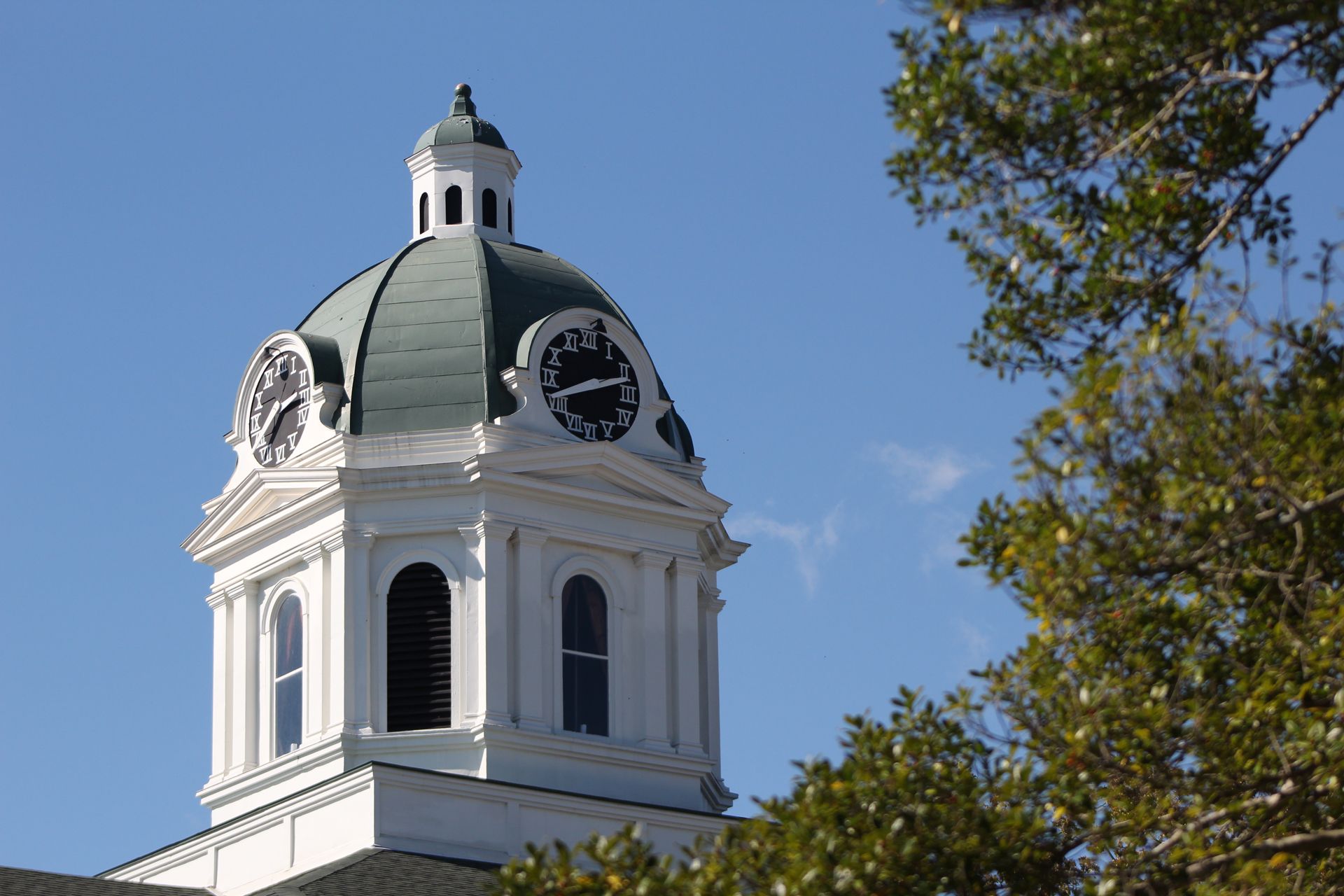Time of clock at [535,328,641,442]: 8:12
